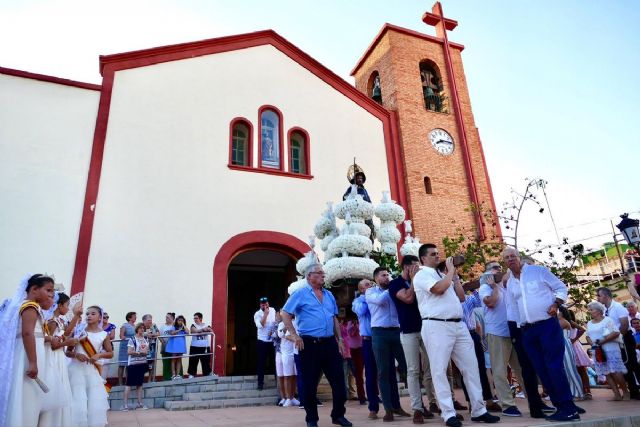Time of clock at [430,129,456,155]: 8:14
